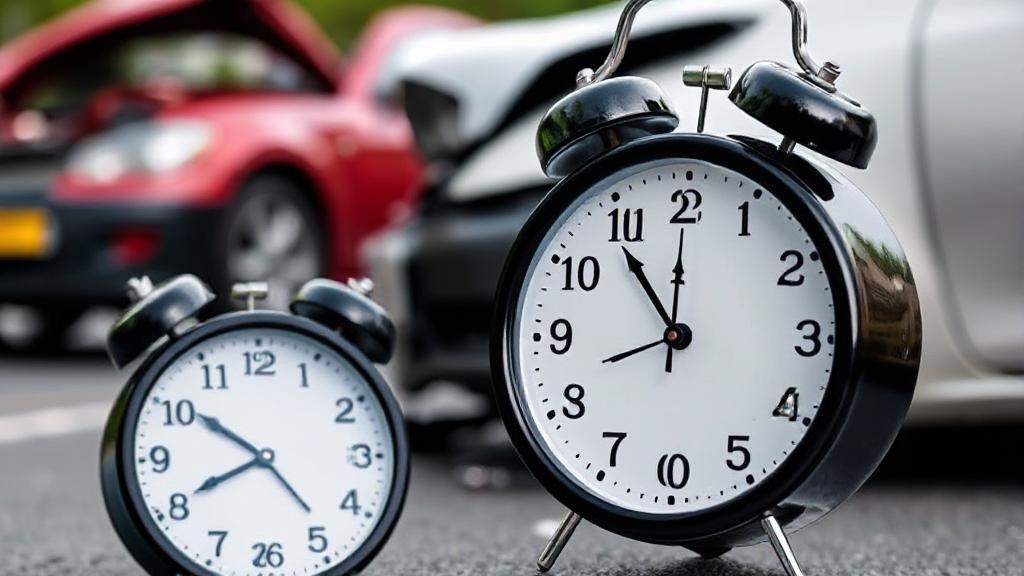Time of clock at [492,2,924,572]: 10:41
